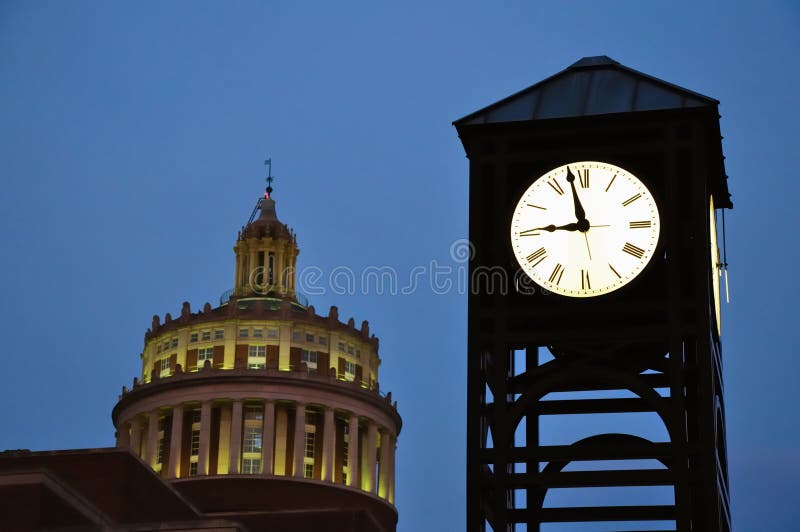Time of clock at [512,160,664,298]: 8:57
